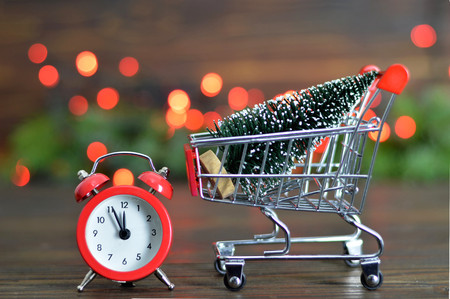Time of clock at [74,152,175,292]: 11:55
